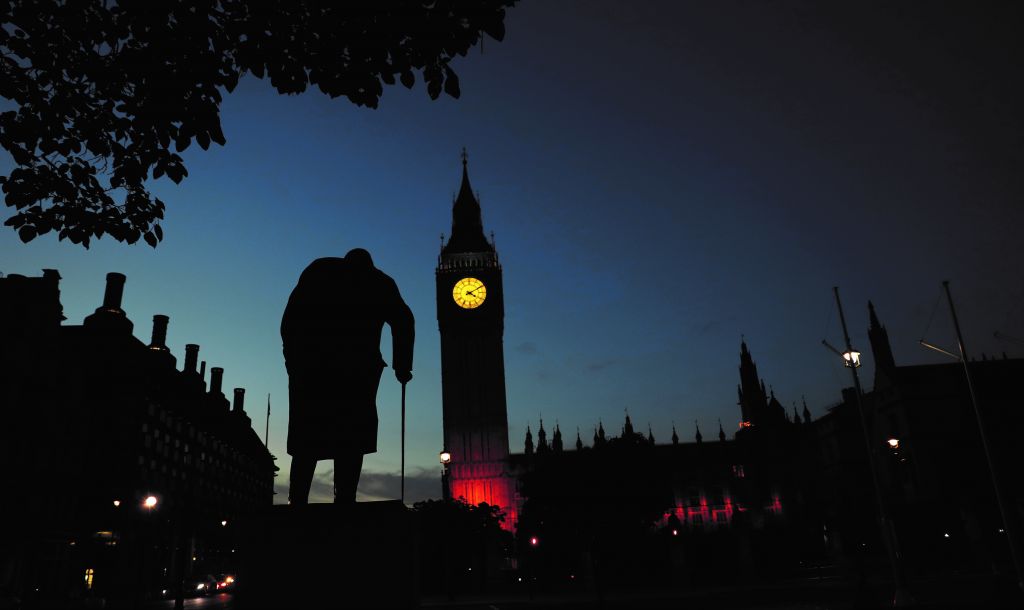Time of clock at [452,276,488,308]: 4:10
